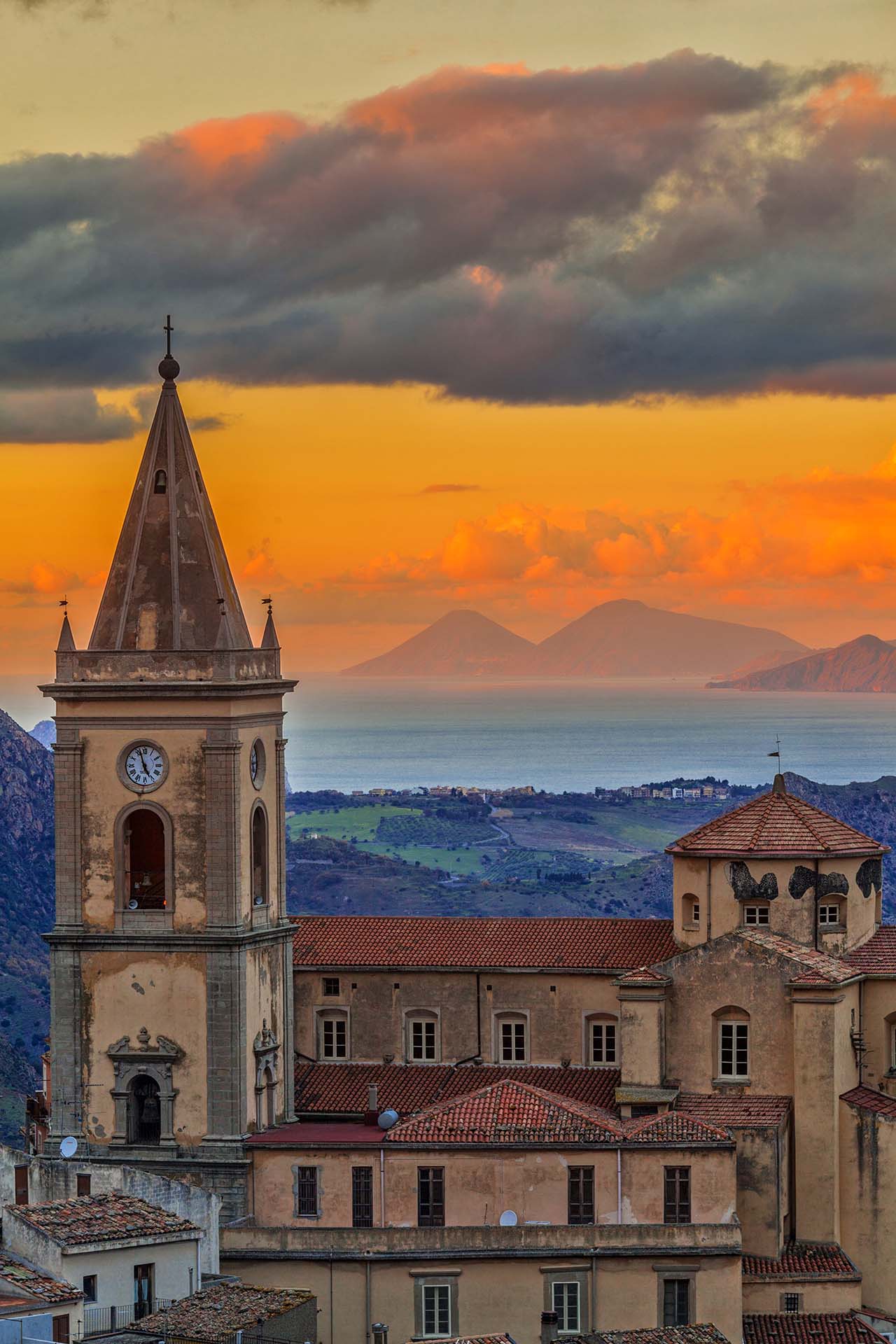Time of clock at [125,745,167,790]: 4:57
